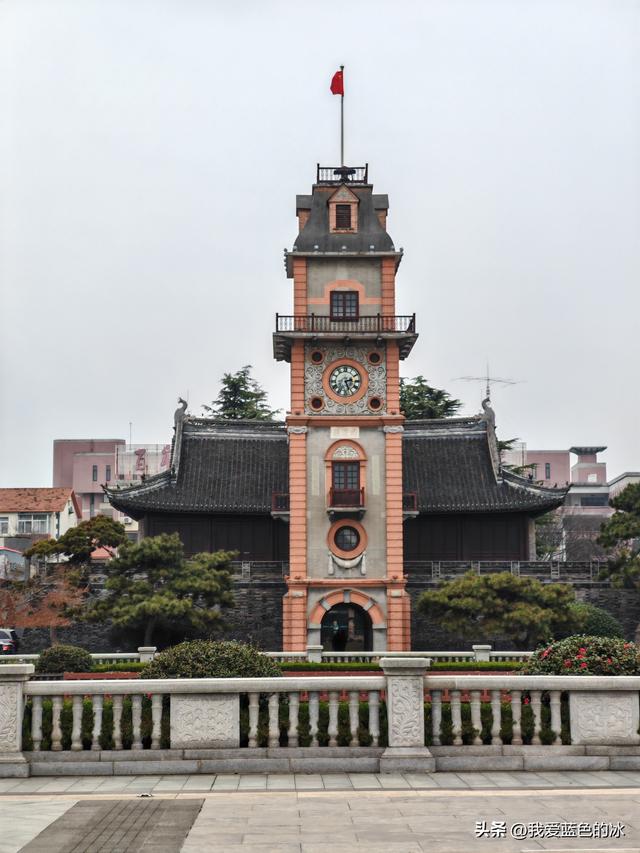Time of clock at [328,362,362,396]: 2:26
